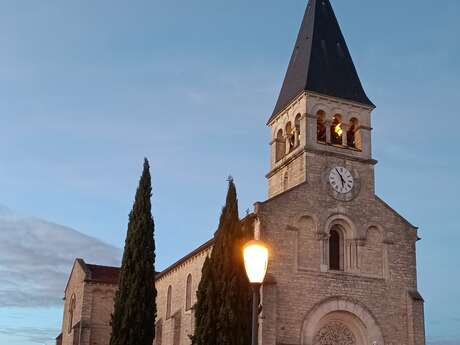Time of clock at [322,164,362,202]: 5:54
